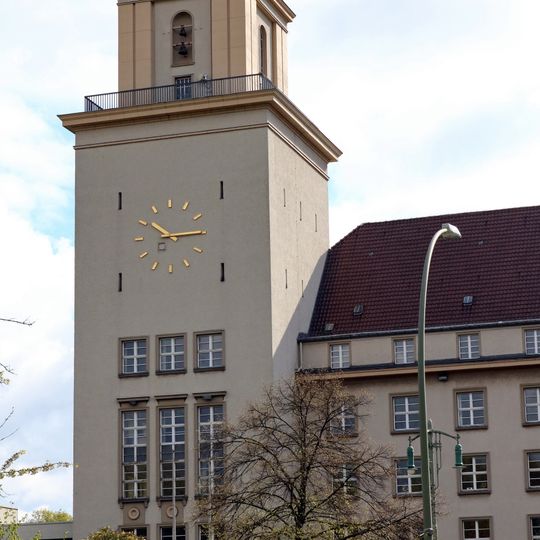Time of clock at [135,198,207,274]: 10:14
